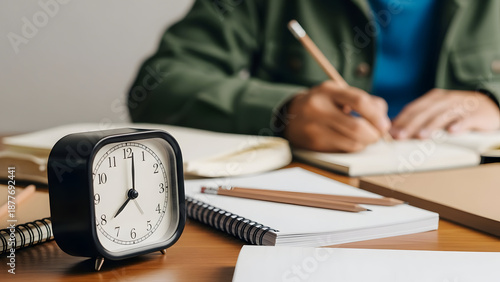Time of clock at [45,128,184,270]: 8:01
